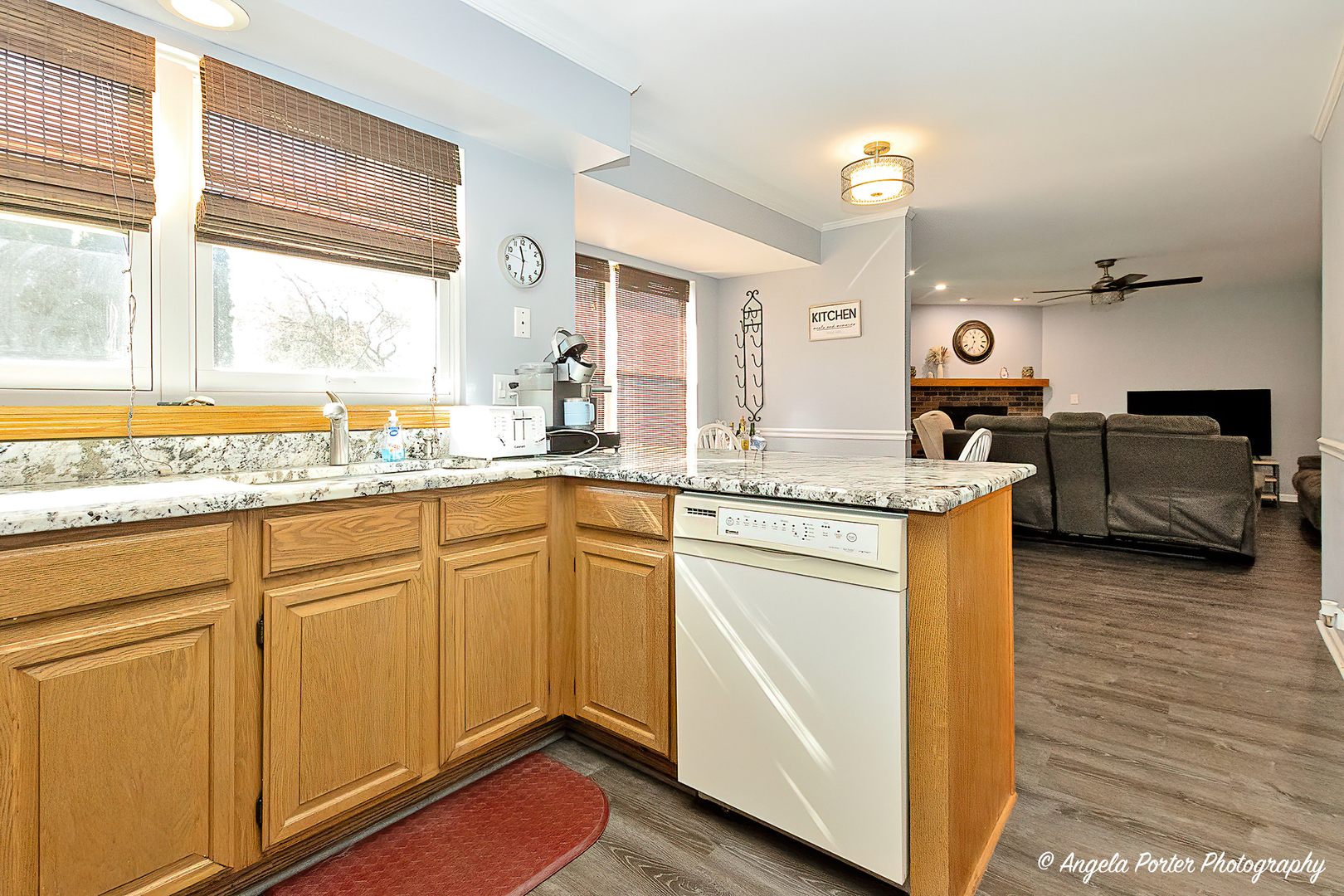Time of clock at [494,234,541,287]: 11:31
